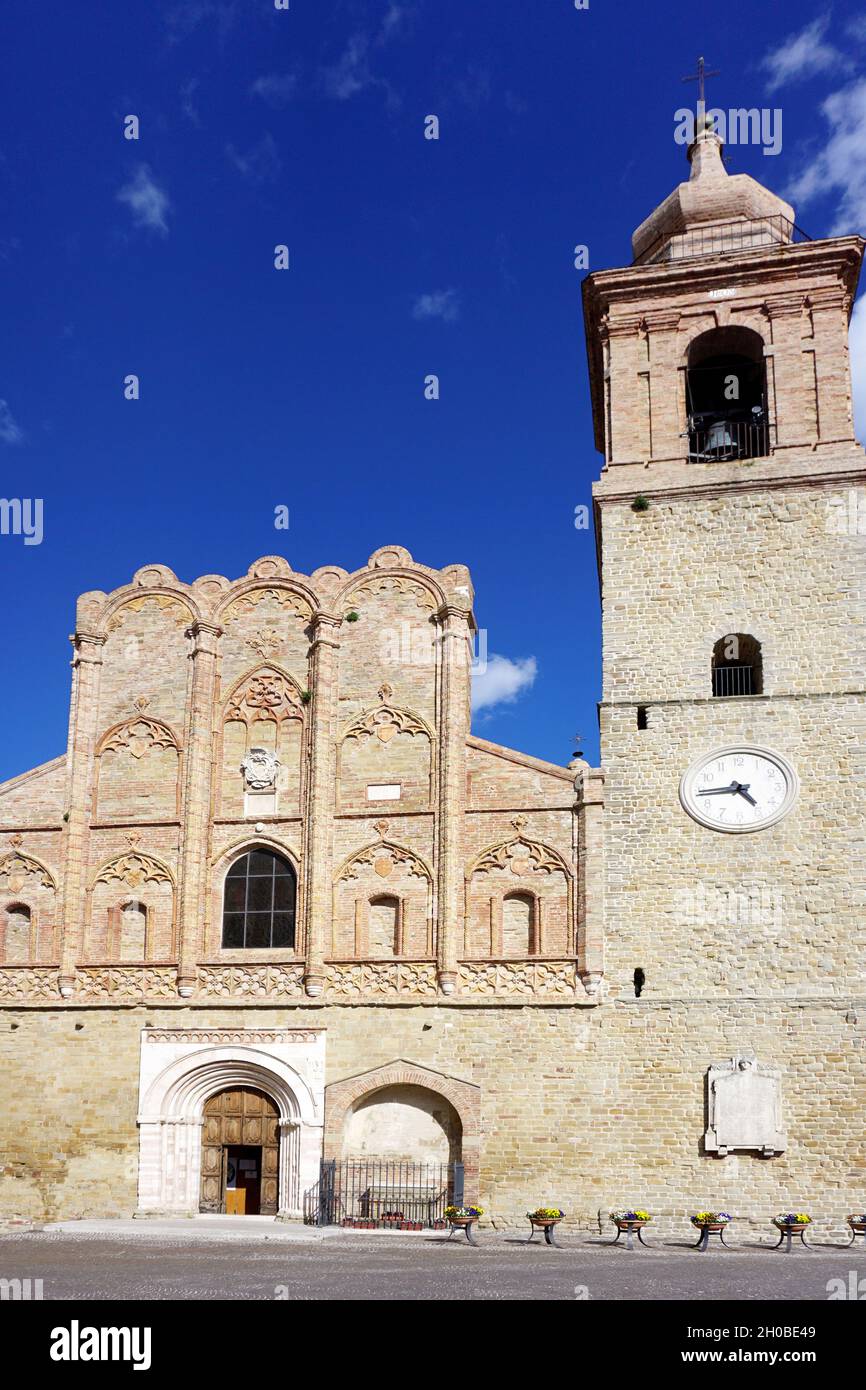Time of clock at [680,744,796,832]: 4:44
